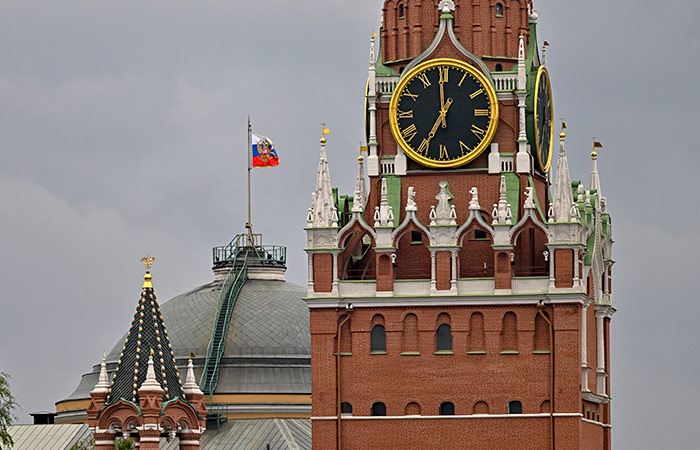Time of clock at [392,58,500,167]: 6:59
